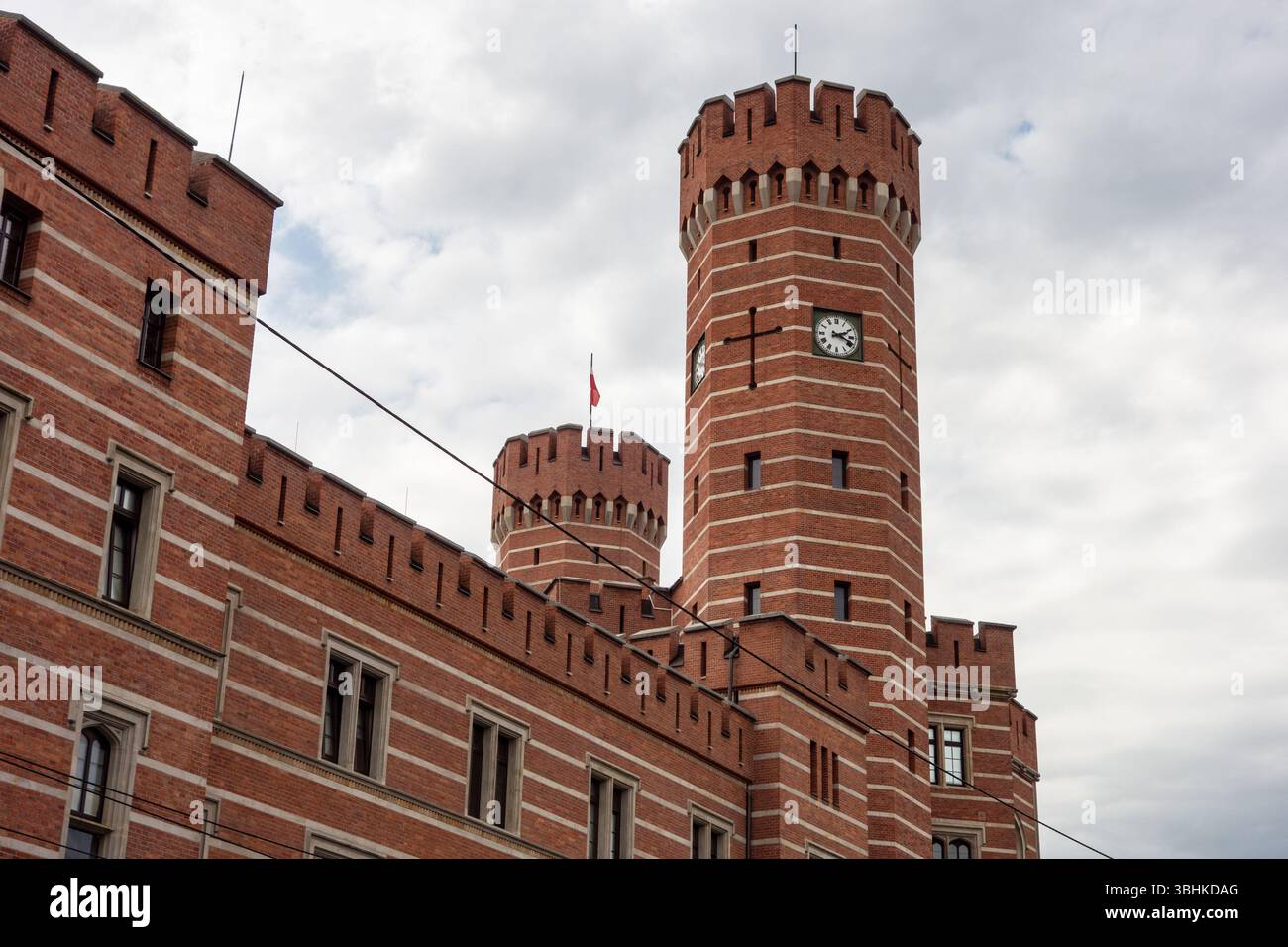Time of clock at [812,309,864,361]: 2:18
